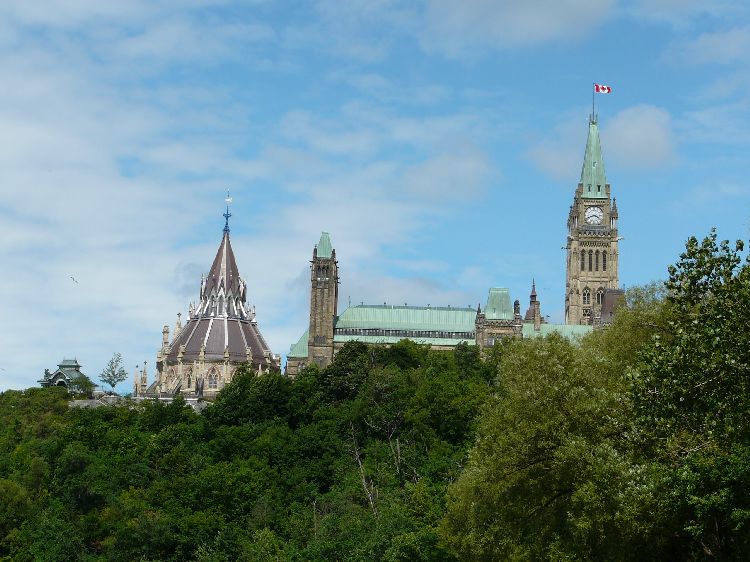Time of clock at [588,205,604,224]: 3:41
